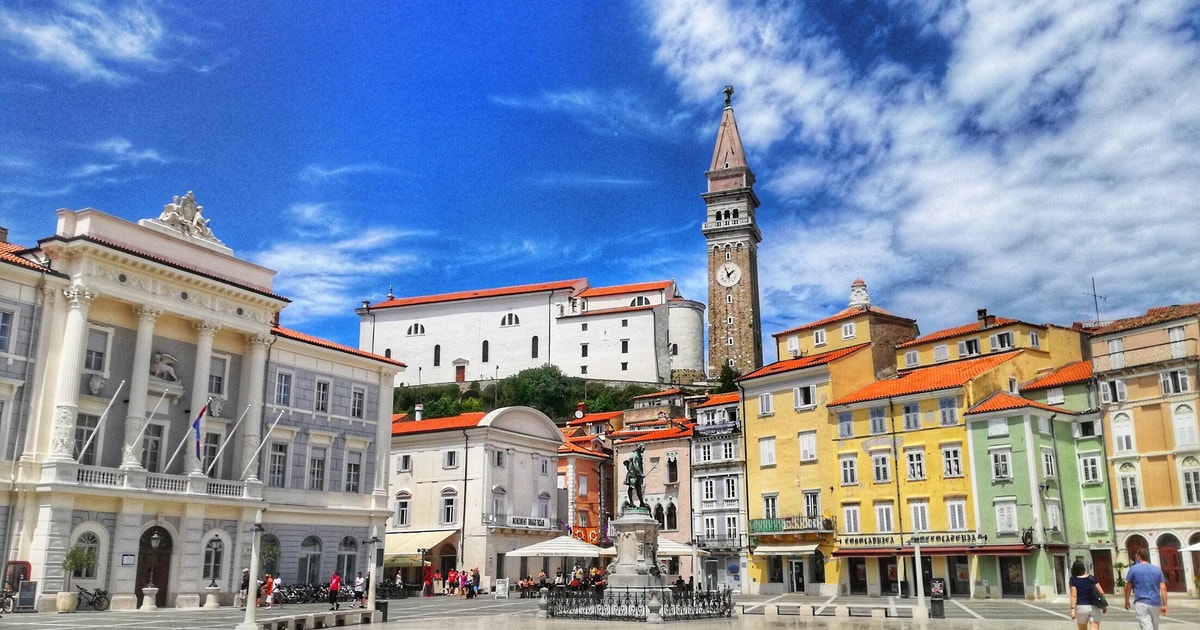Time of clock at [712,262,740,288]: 1:56
